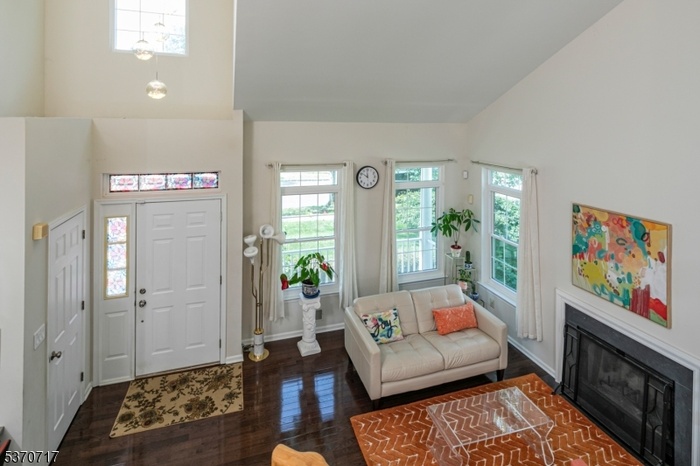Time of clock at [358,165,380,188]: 11:50
